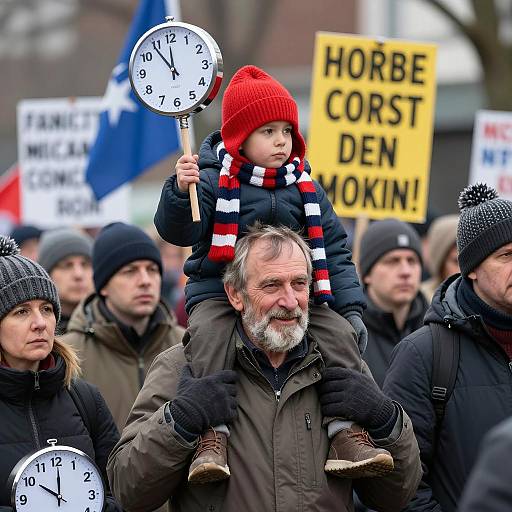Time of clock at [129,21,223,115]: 11:54
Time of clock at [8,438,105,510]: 10:00
